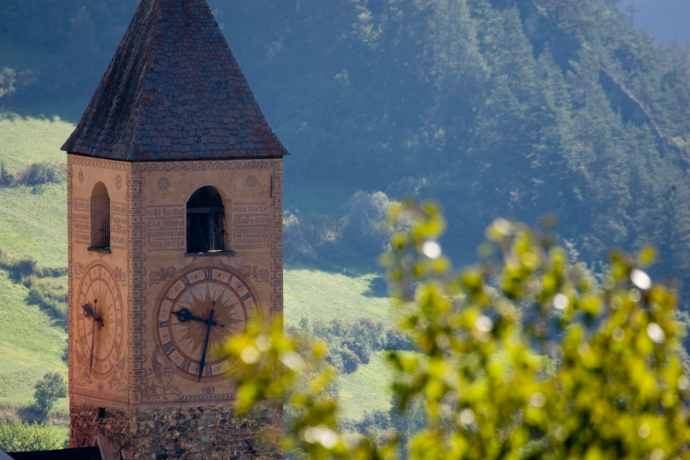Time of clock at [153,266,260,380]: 9:32
